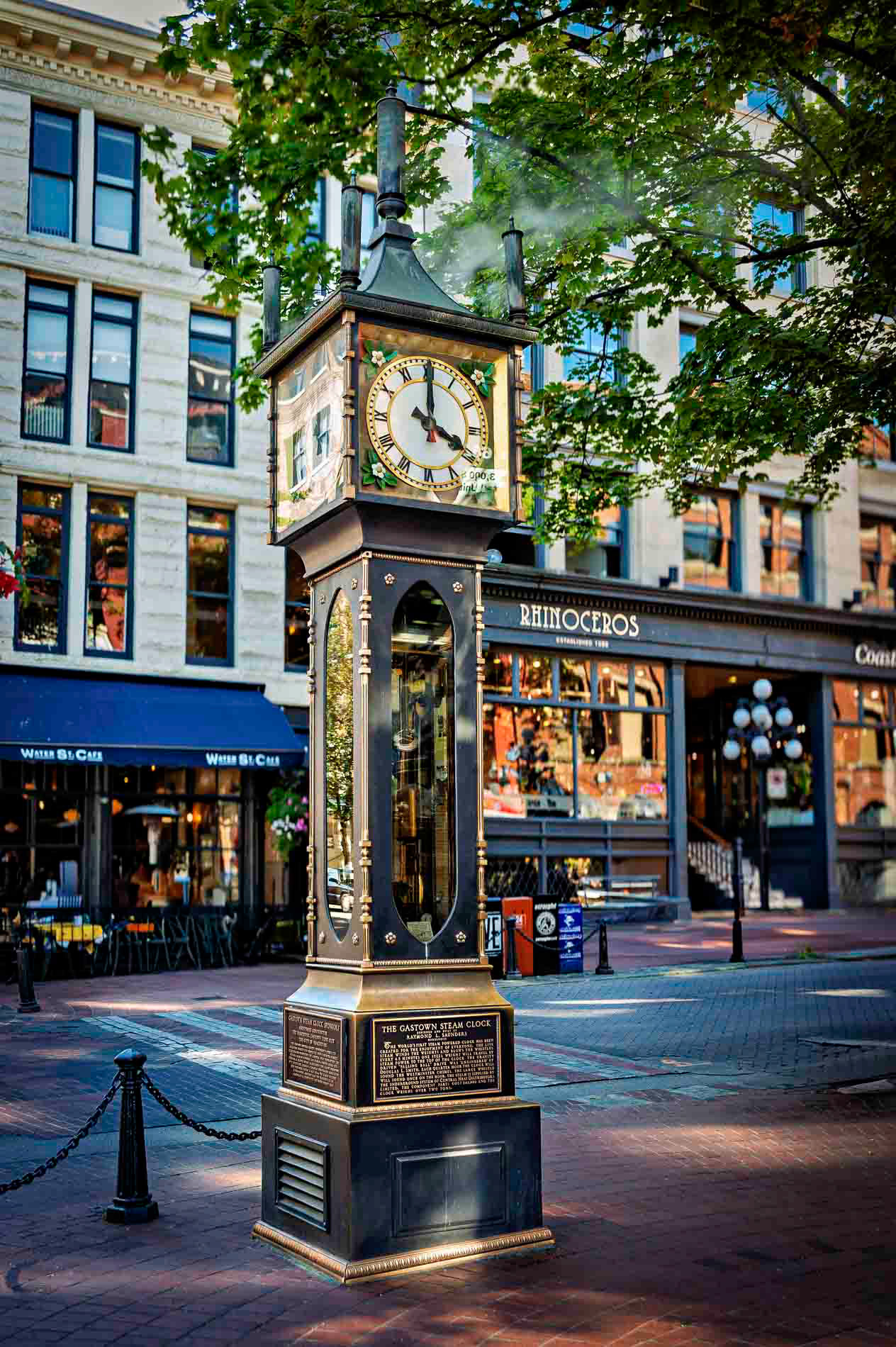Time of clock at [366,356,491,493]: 4:00
